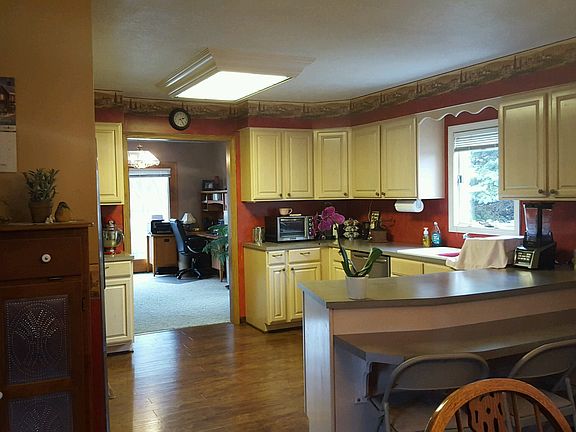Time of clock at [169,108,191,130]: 2:24
